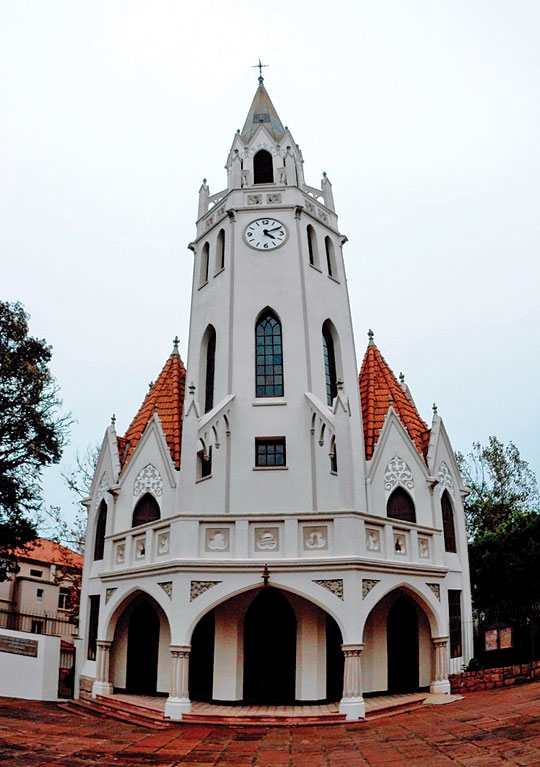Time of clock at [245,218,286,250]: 4:10
